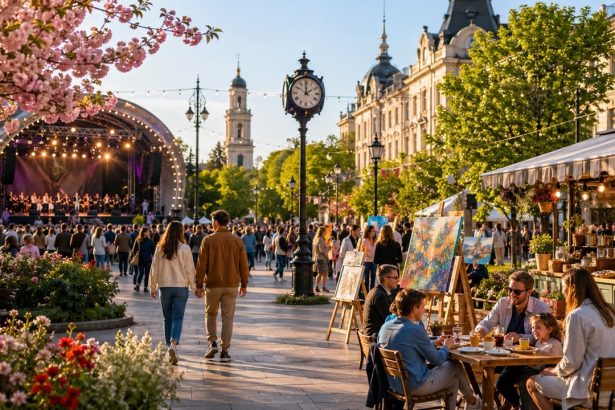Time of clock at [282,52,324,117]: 2:00
